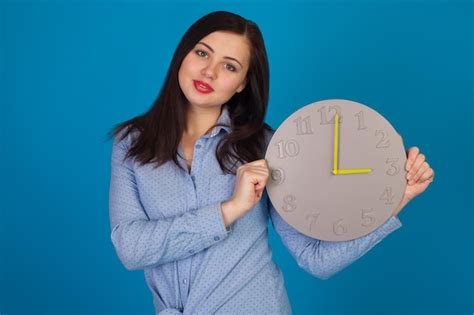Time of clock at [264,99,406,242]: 3:00
